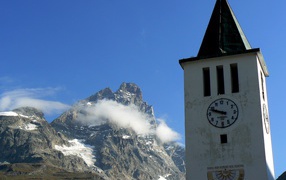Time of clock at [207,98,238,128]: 9:48
